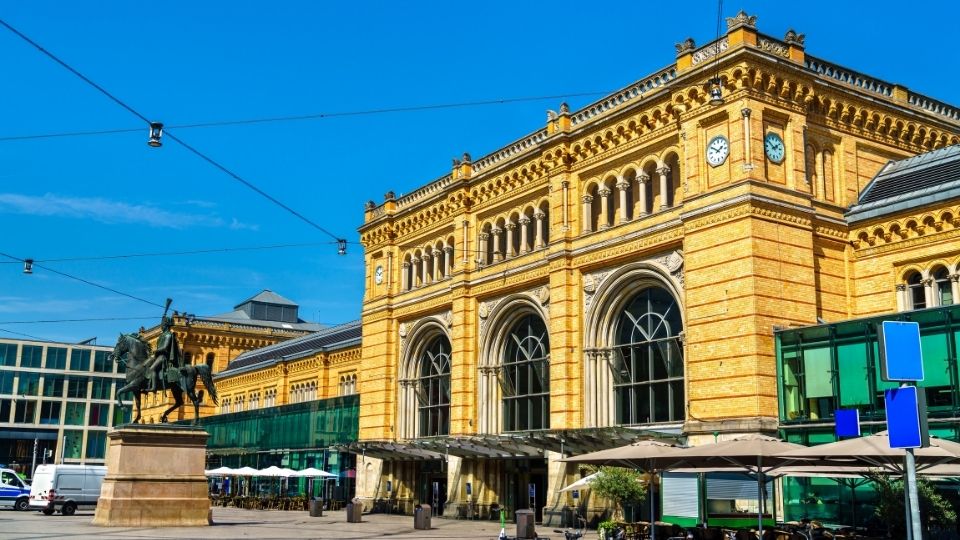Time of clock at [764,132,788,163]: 1:50
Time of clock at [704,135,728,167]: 1:50
